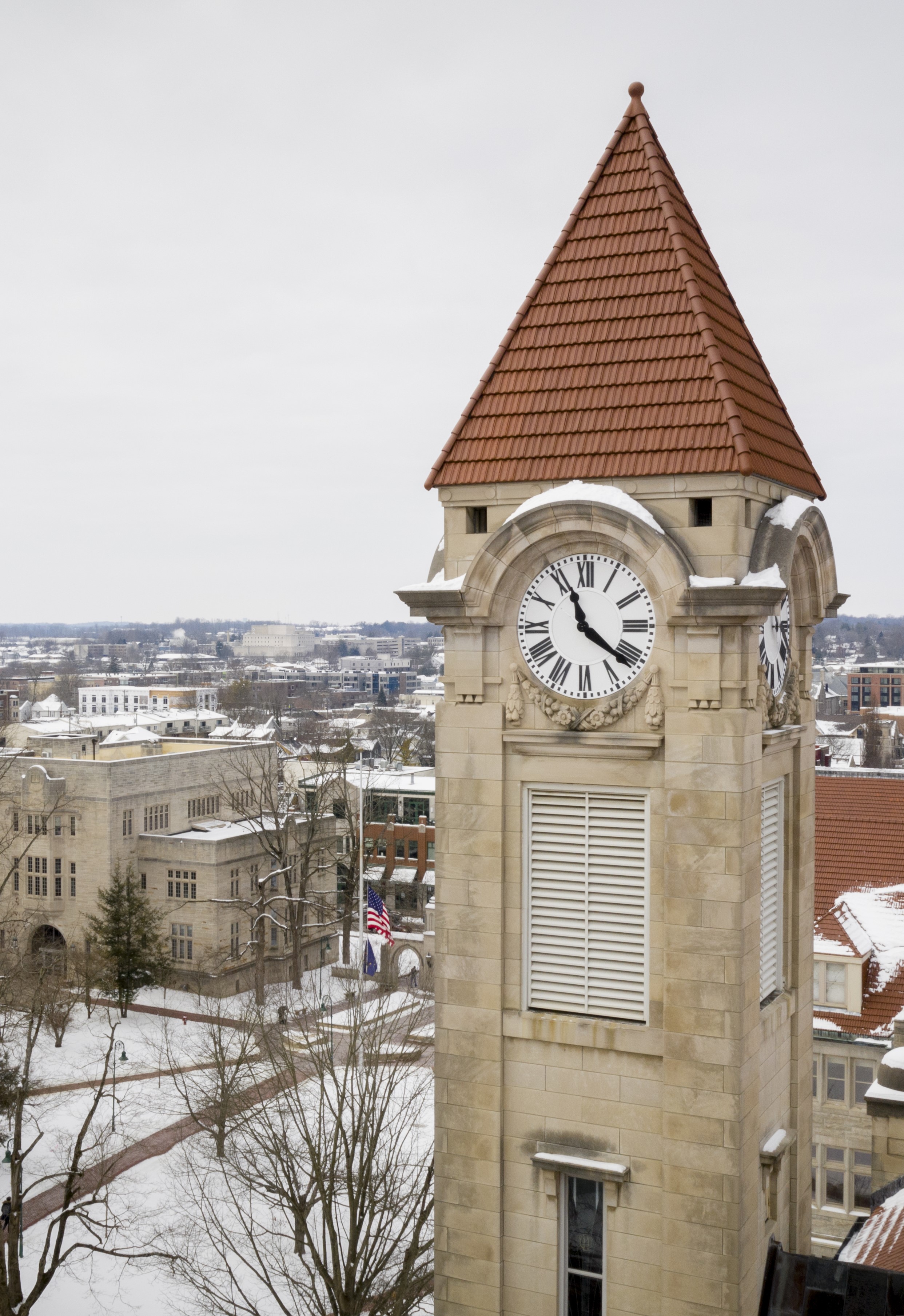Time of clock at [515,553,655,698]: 11:21
